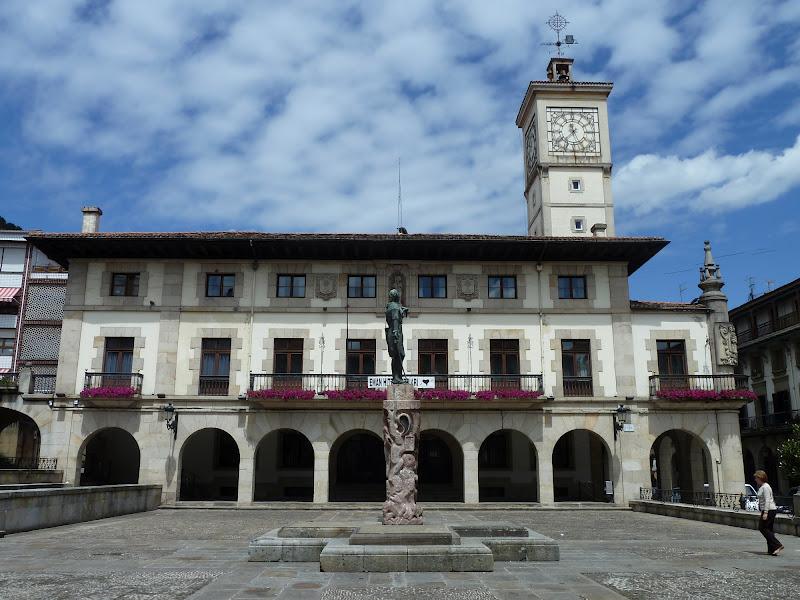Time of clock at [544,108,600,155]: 11:37
